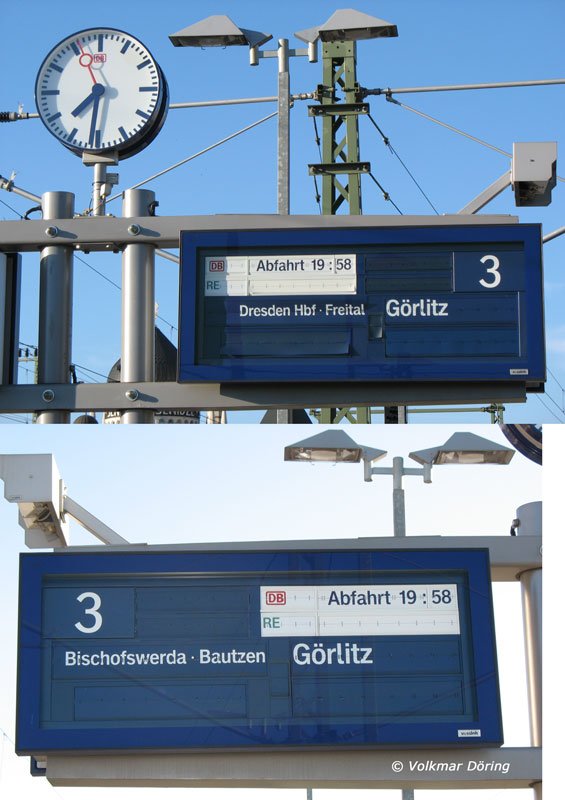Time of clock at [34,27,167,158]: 7:31
